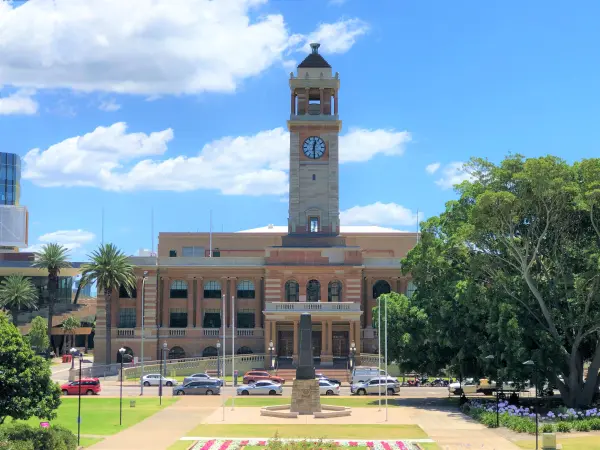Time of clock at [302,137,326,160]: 12:29
